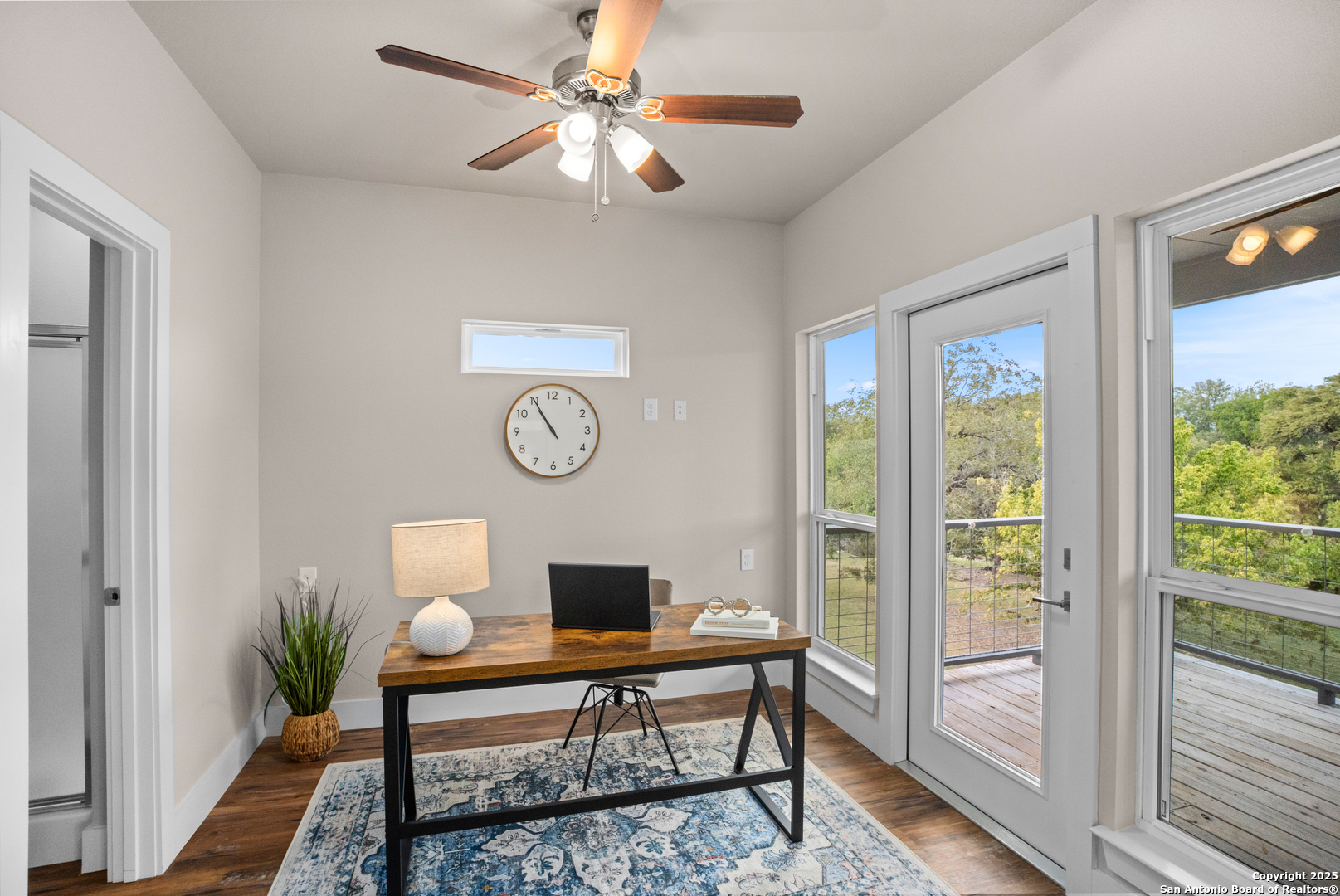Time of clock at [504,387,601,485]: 10:54
